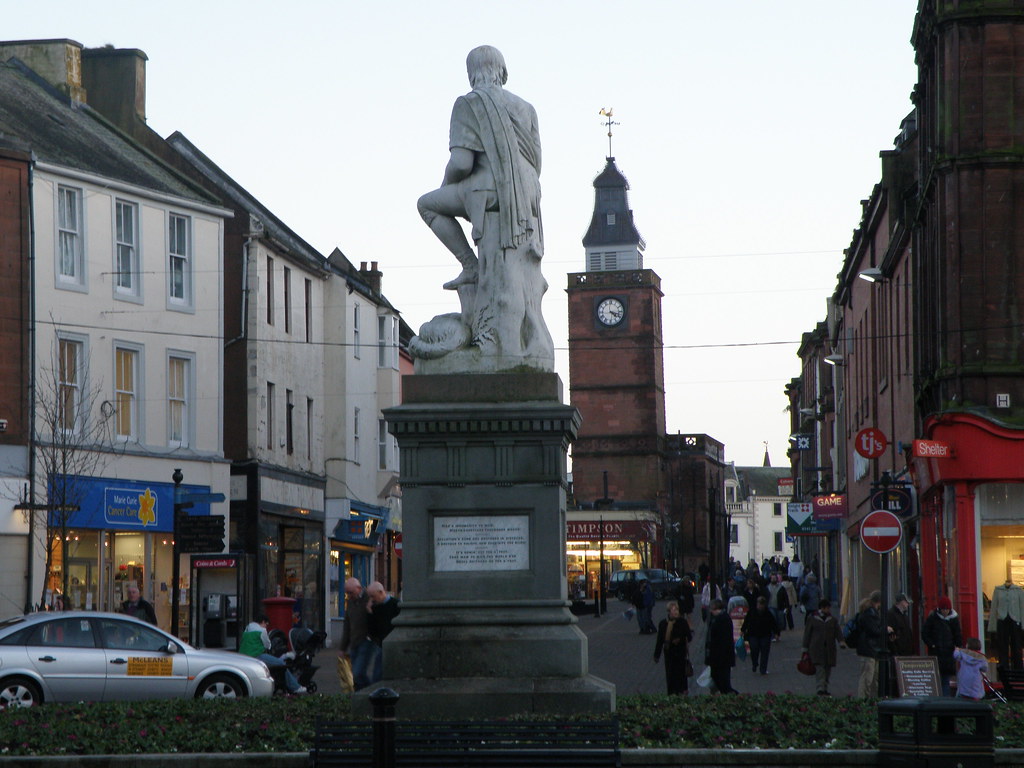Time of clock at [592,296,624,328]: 4:17
